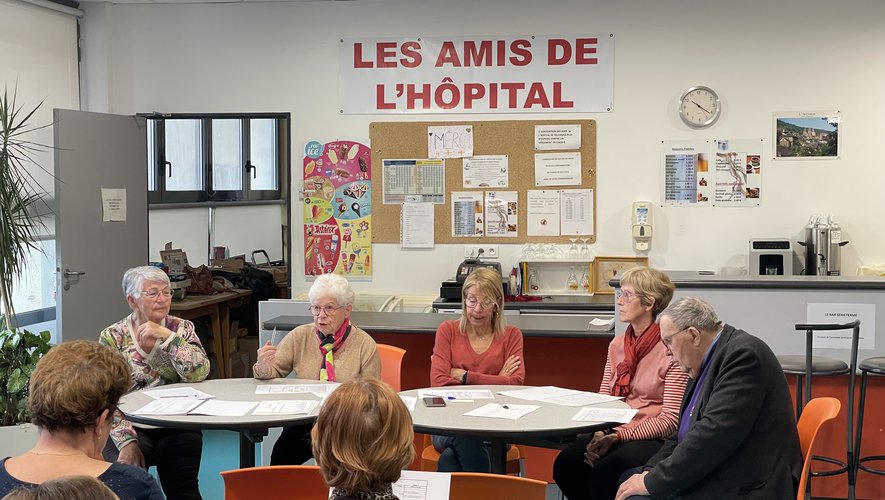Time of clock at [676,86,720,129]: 10:21
